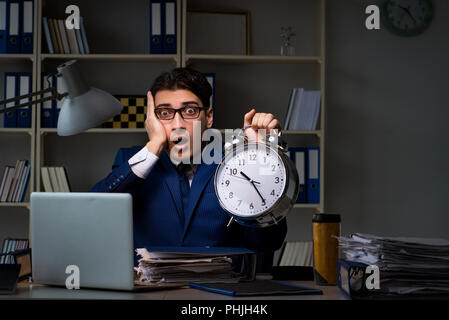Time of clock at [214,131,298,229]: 10:24
